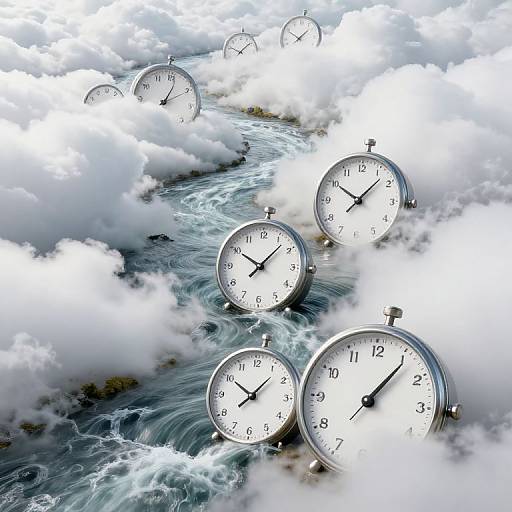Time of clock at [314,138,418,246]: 10:07
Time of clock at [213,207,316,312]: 10:07
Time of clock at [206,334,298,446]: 10:07
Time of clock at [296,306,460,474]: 1:06
